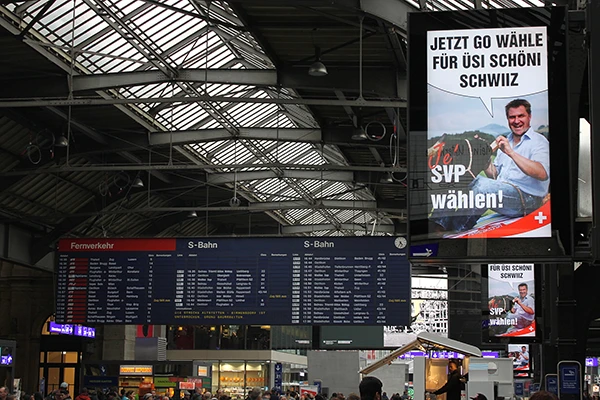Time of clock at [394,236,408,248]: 4:35
